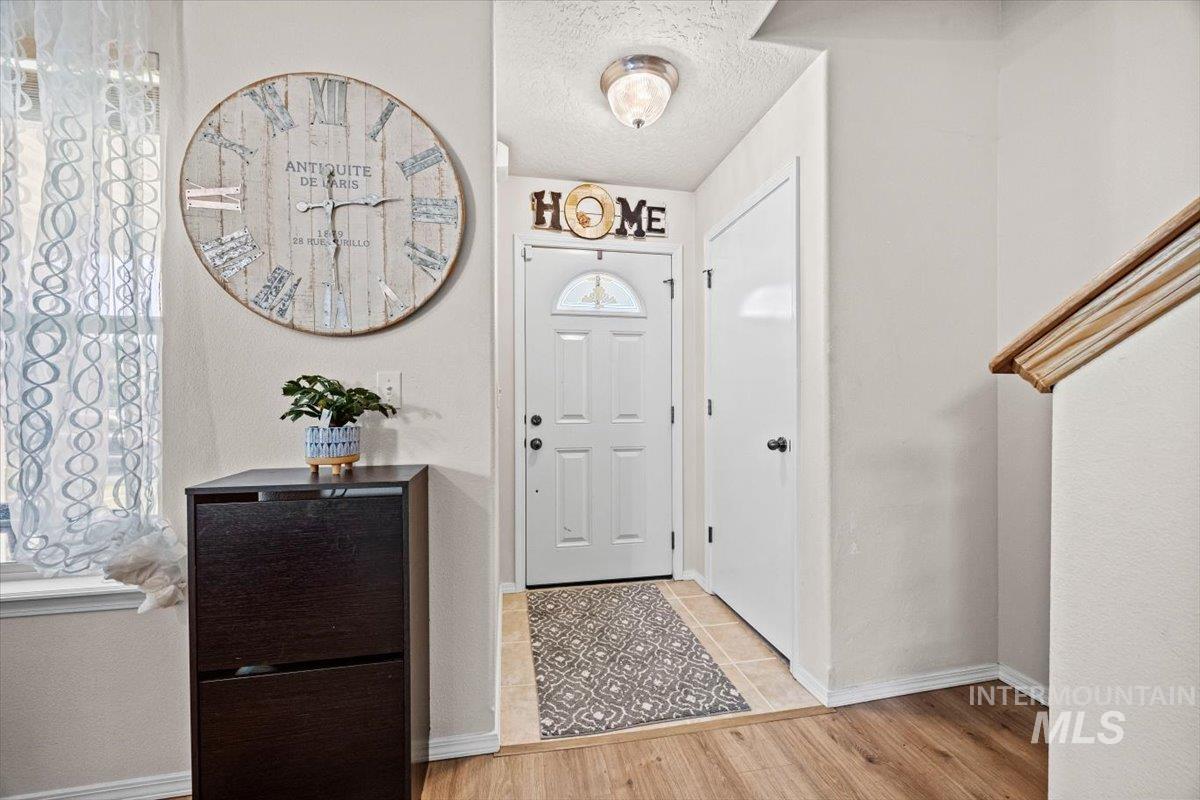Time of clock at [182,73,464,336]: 2:29
